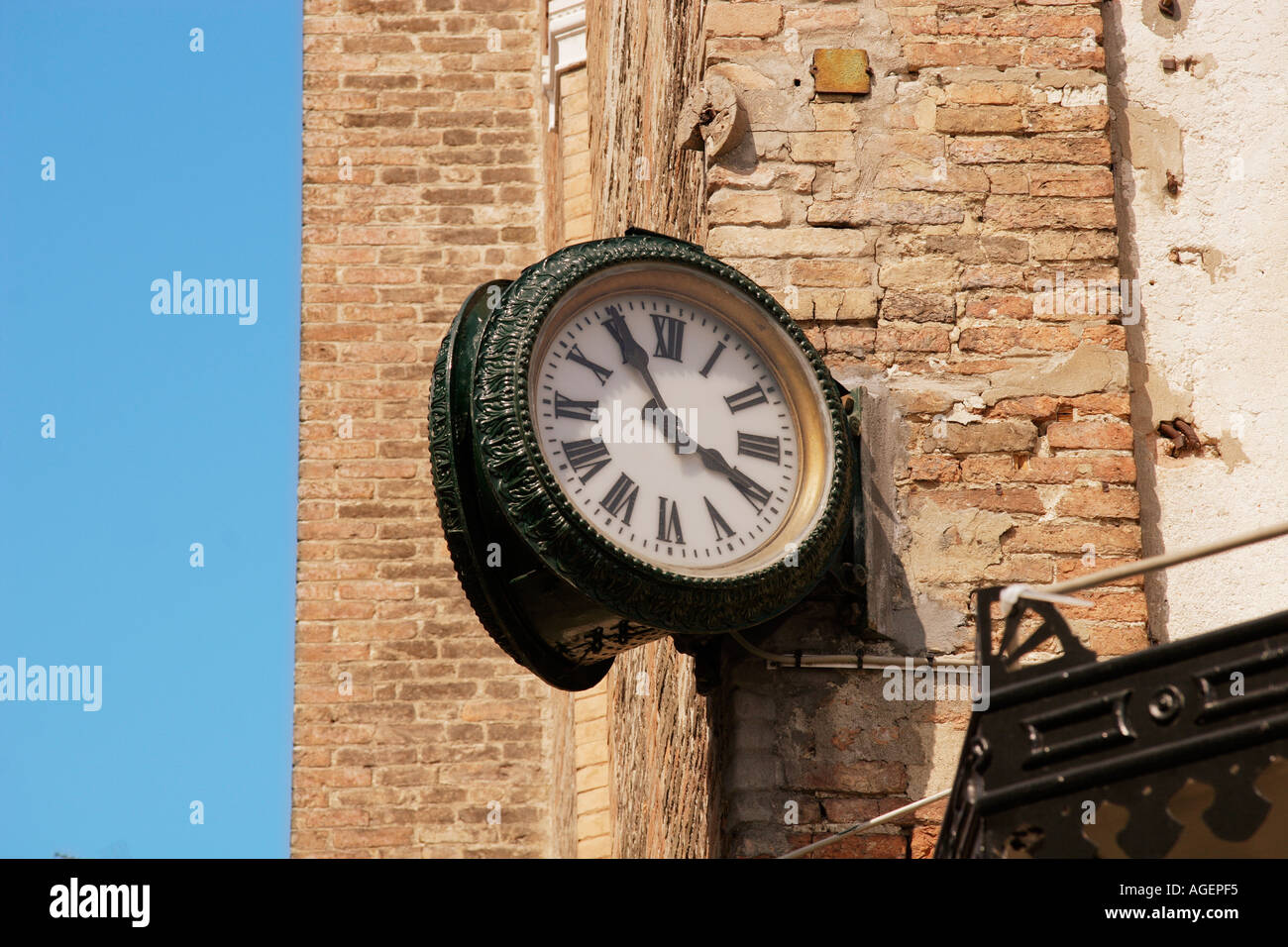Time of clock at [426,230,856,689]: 3:55
